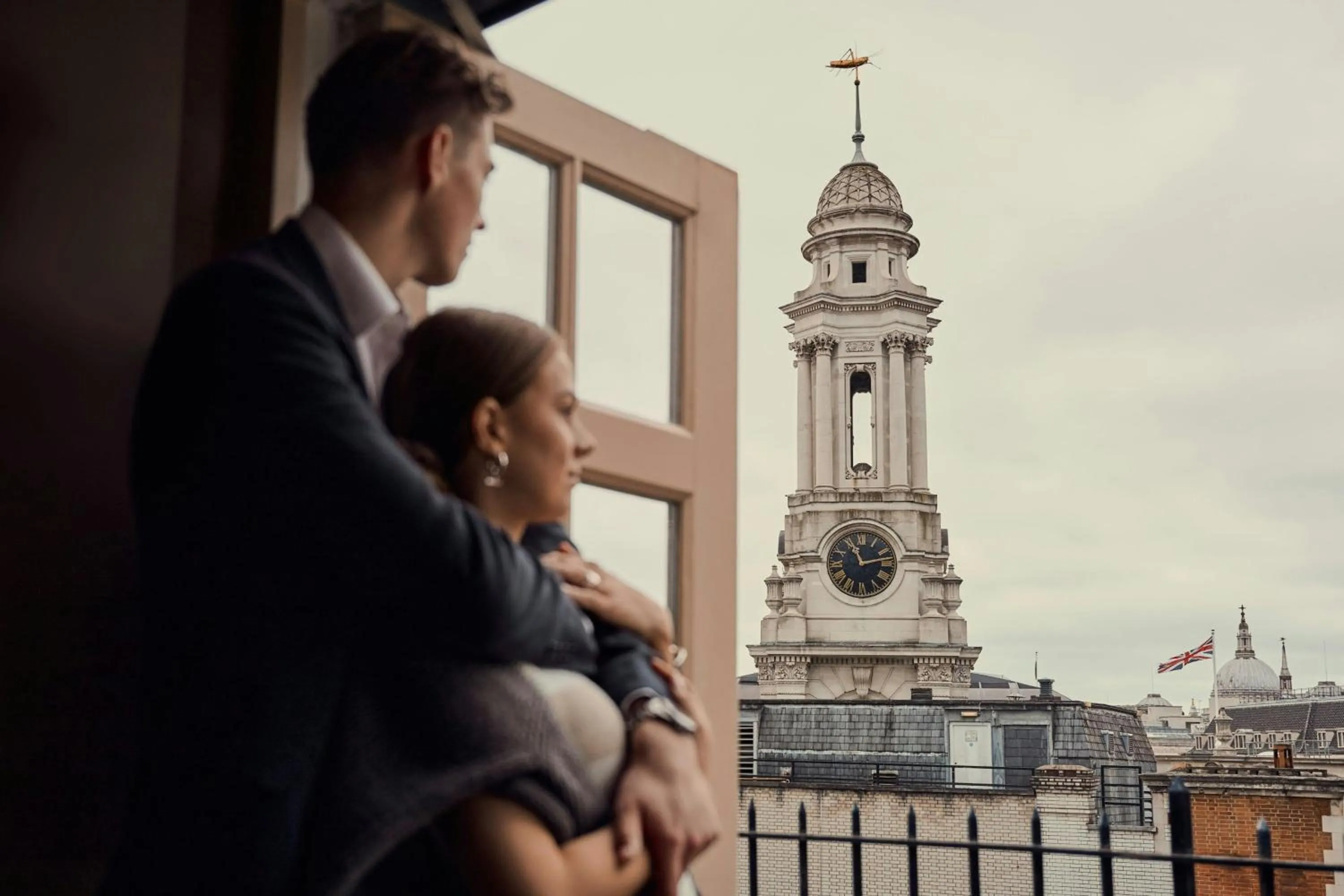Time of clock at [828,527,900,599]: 11:12
